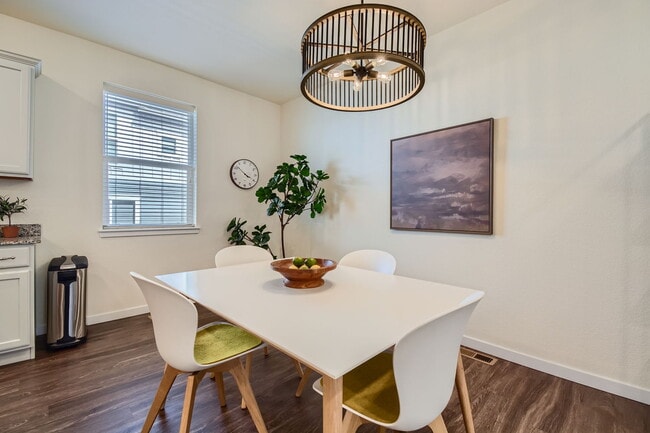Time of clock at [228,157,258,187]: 3:52
